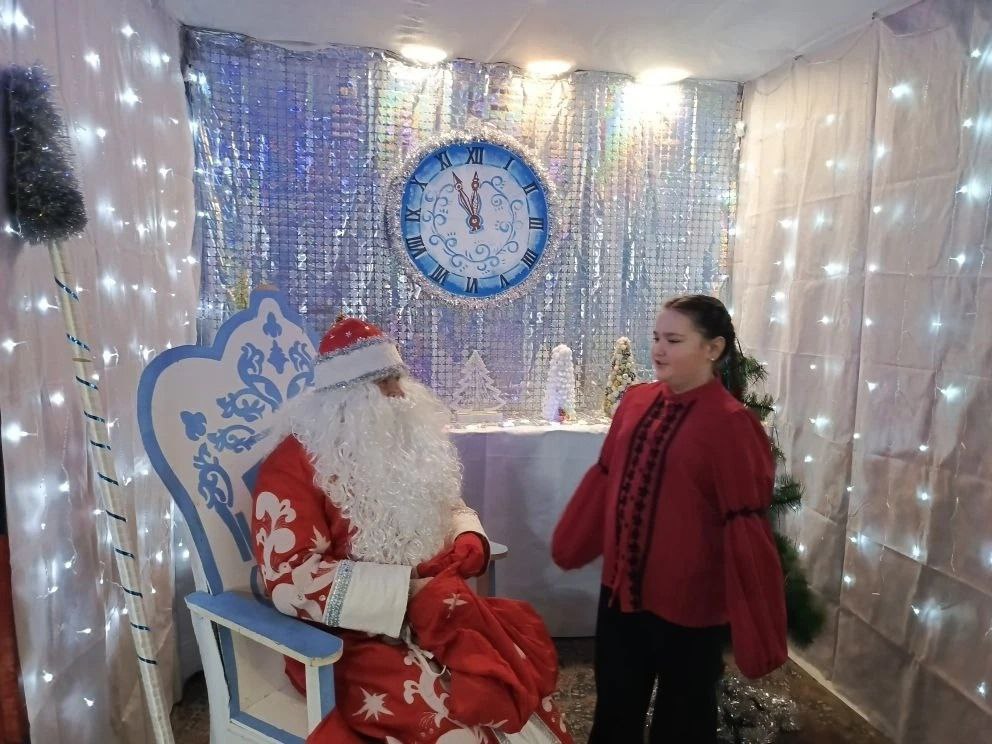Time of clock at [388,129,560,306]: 11:55
